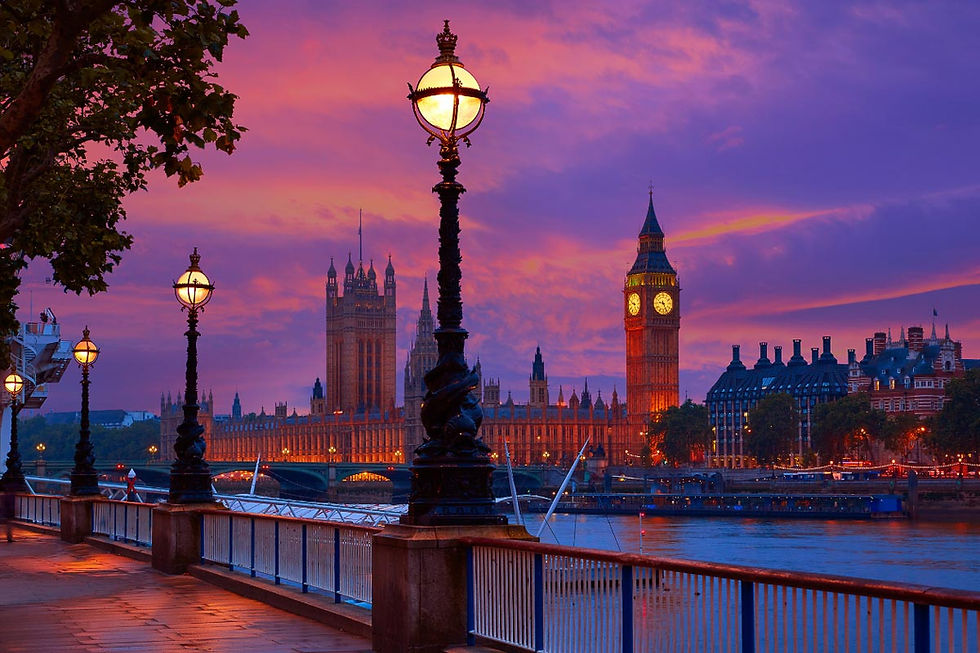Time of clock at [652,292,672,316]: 9:25
